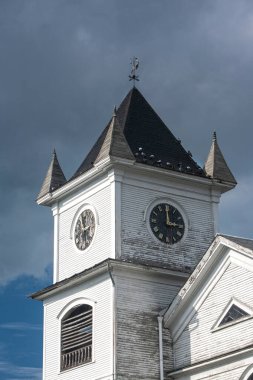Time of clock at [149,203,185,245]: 2:59
